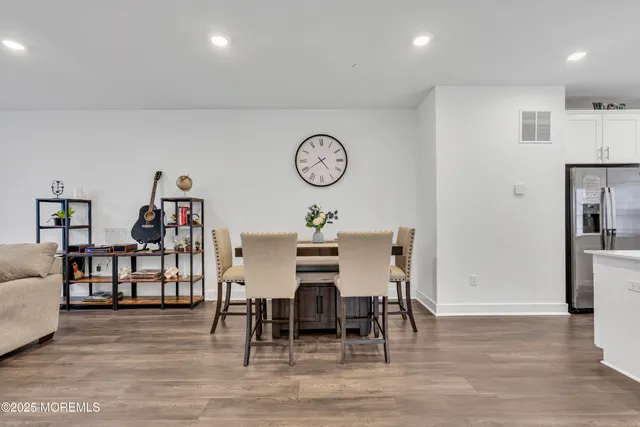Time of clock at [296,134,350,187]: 4:39
